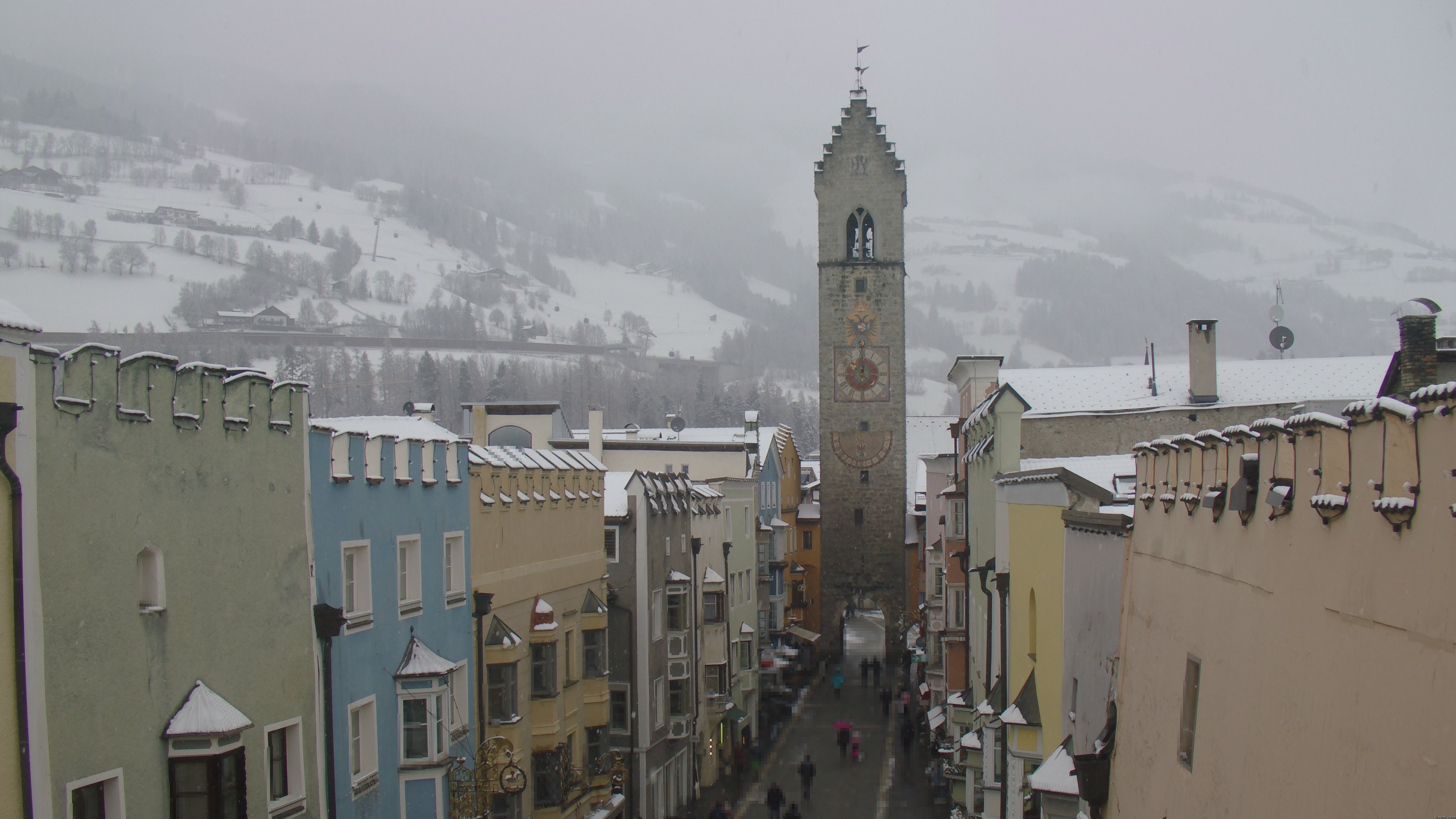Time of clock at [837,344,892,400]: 10:00
